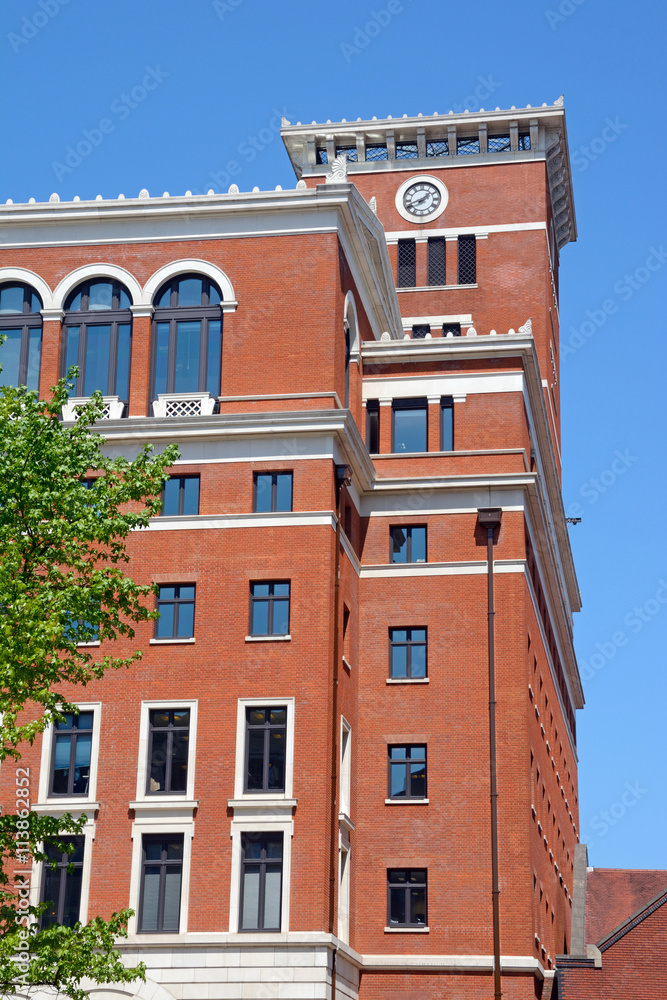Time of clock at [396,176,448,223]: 1:41
